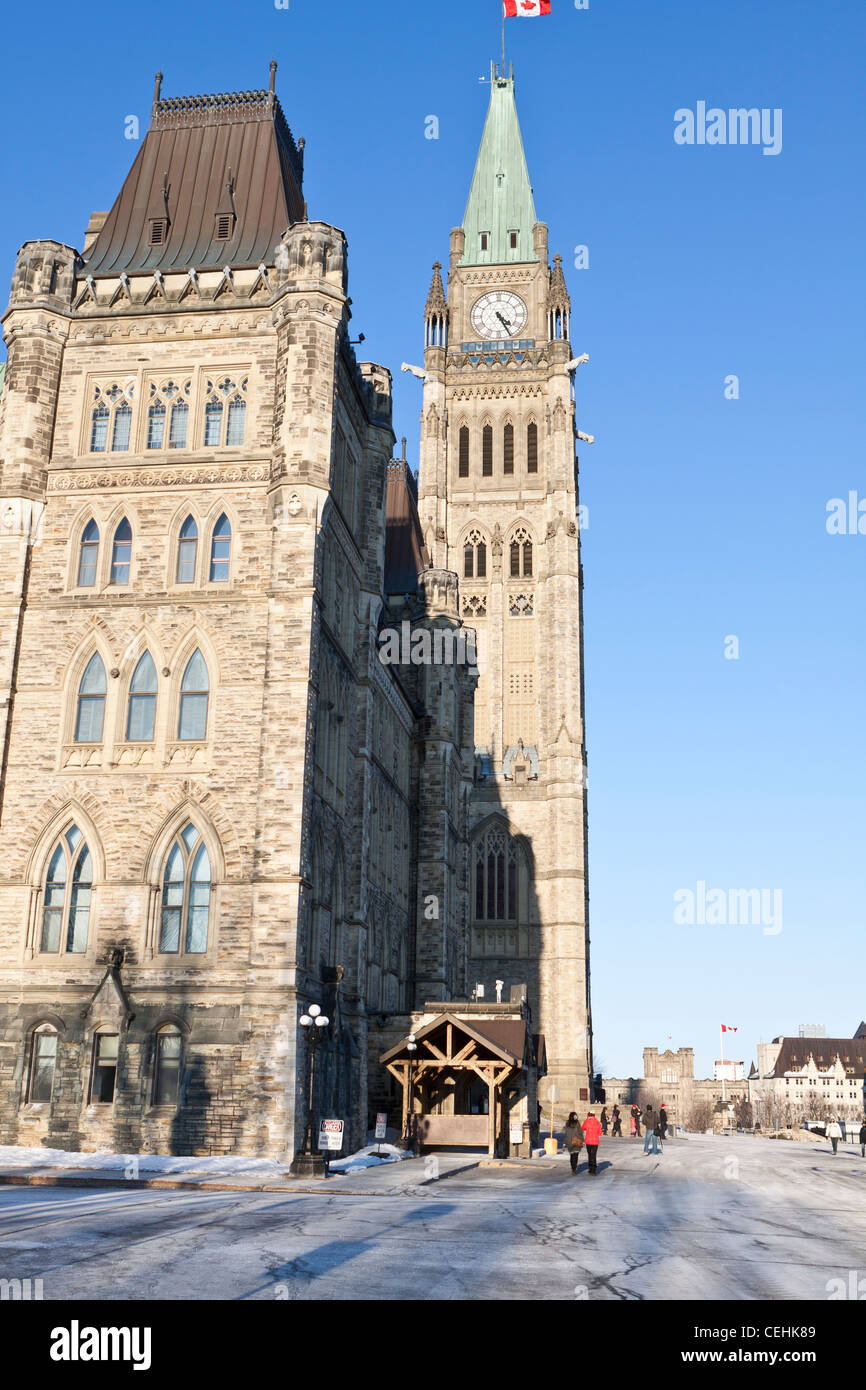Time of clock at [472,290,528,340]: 4:25
